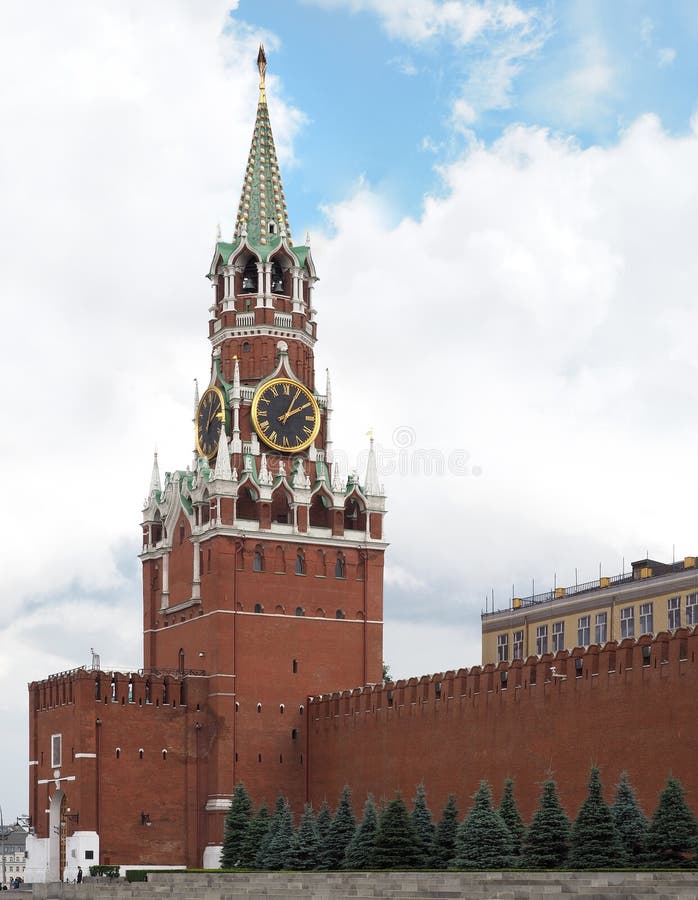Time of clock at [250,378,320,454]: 2:04
